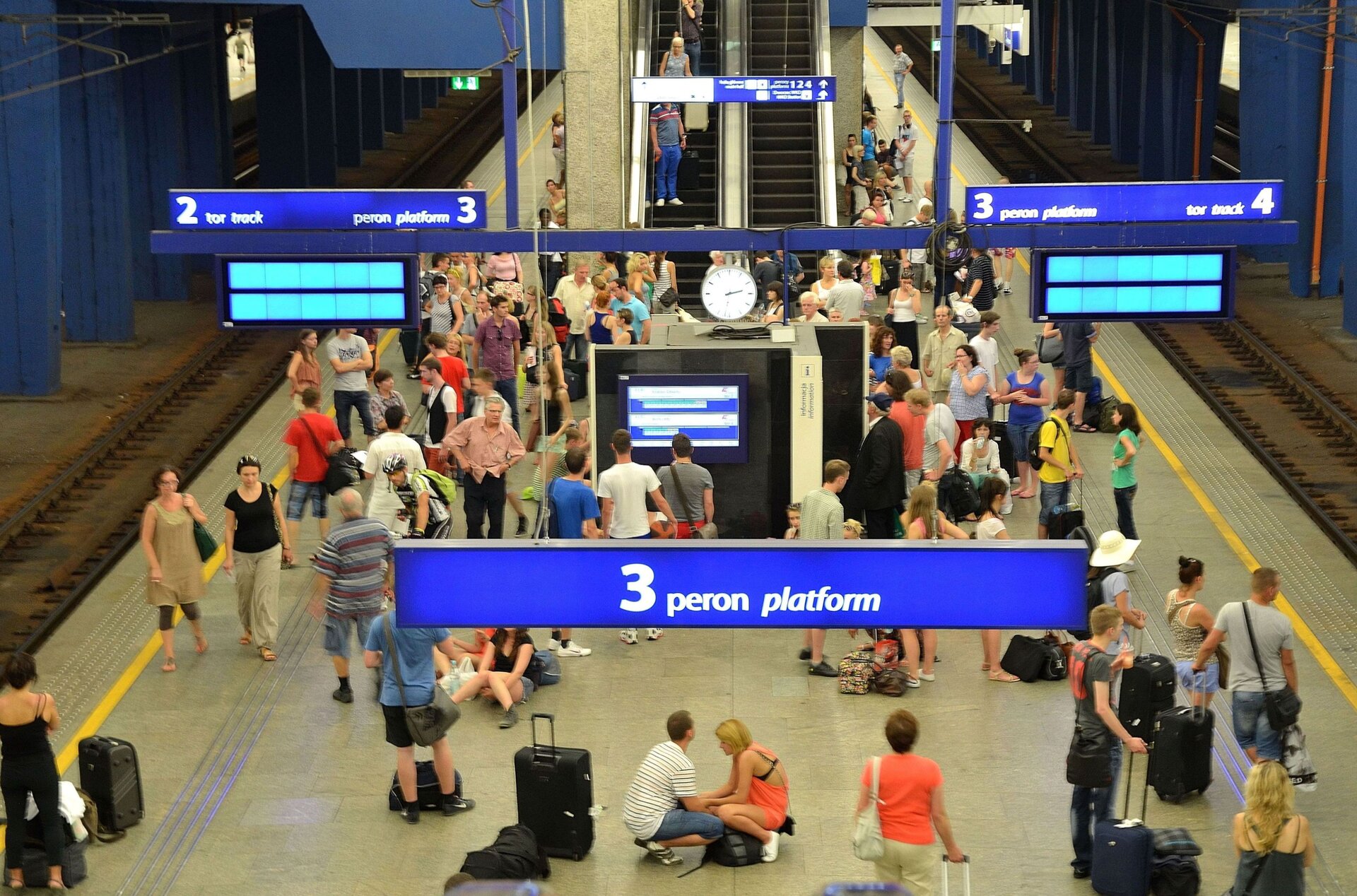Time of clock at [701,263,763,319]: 2:31
